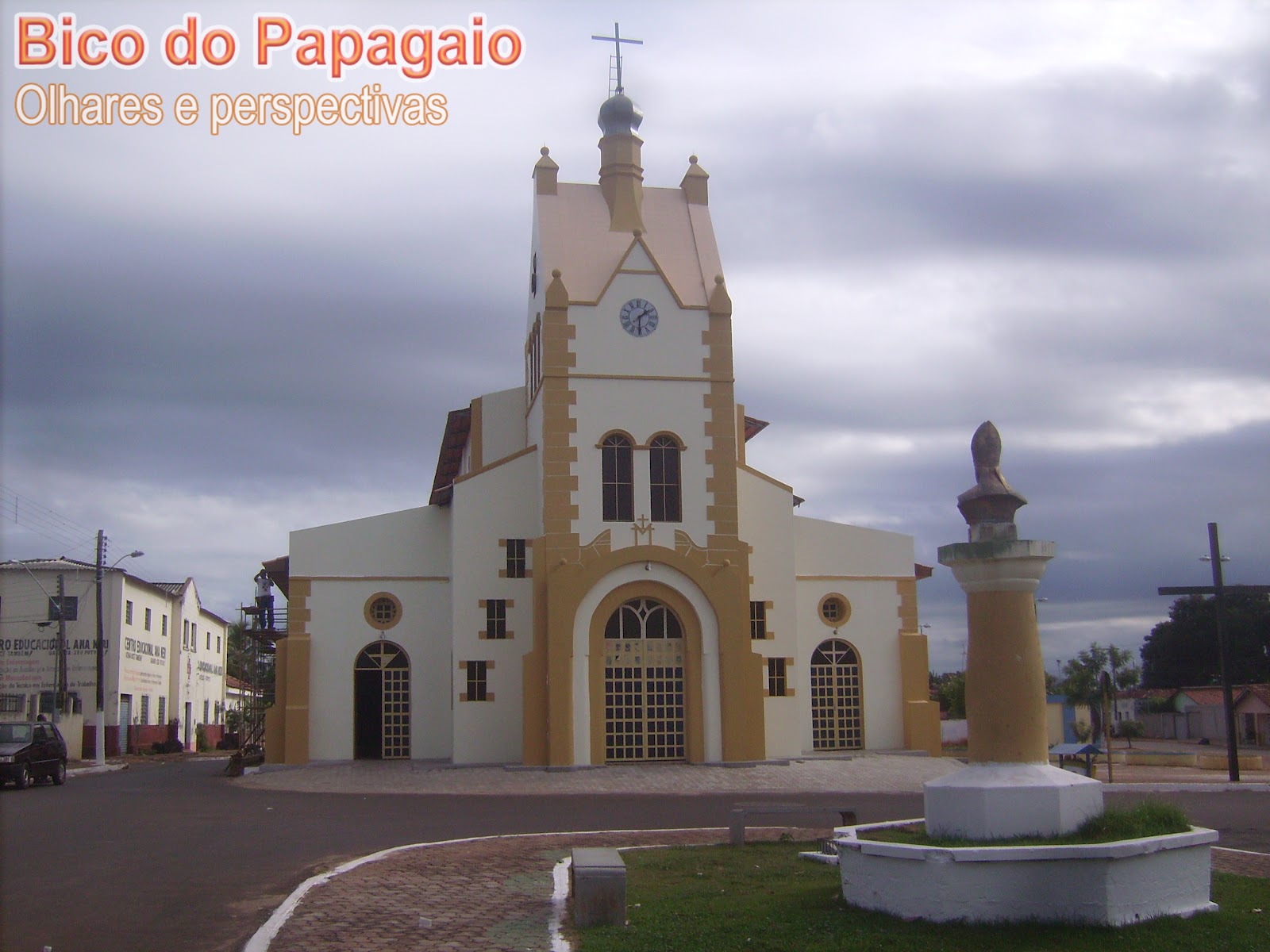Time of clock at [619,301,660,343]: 1:30
